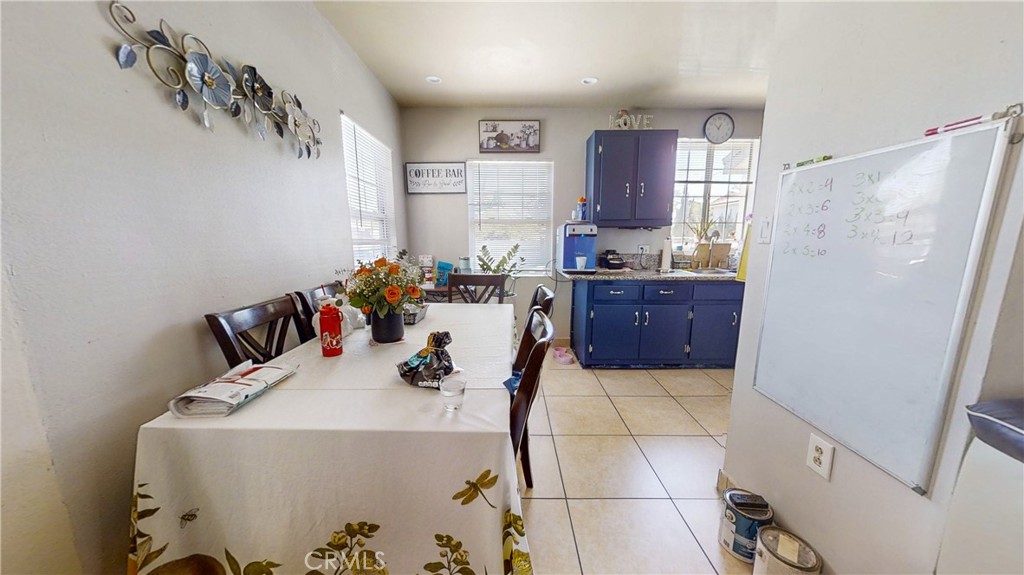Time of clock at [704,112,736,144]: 12:52
